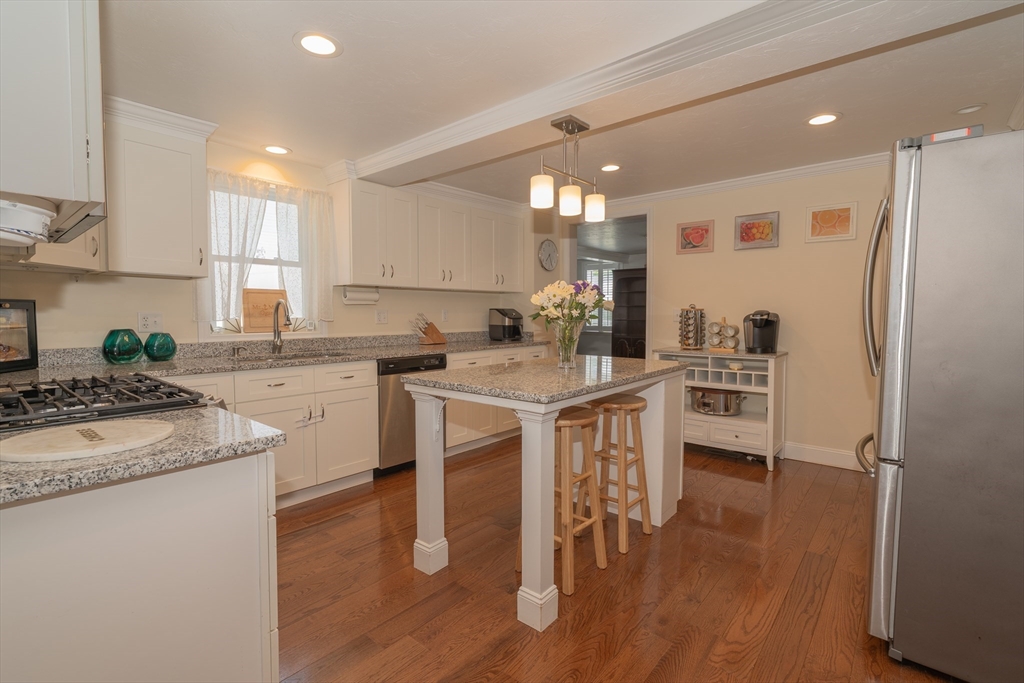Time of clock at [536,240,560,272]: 7:25
